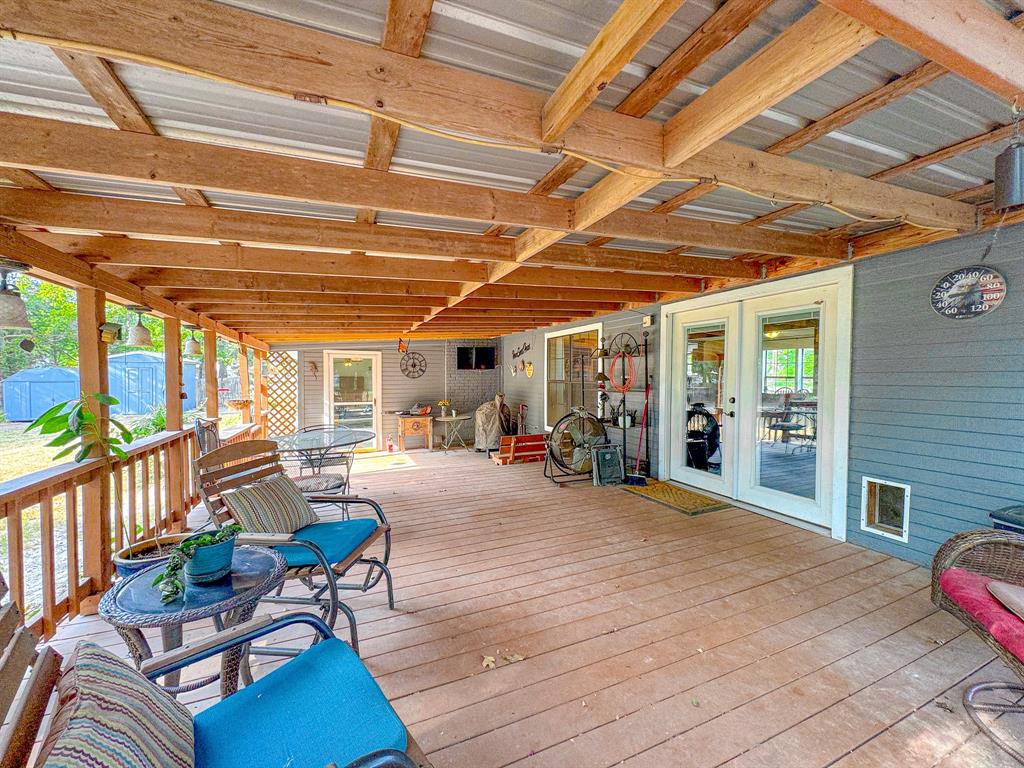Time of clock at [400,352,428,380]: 5:59
